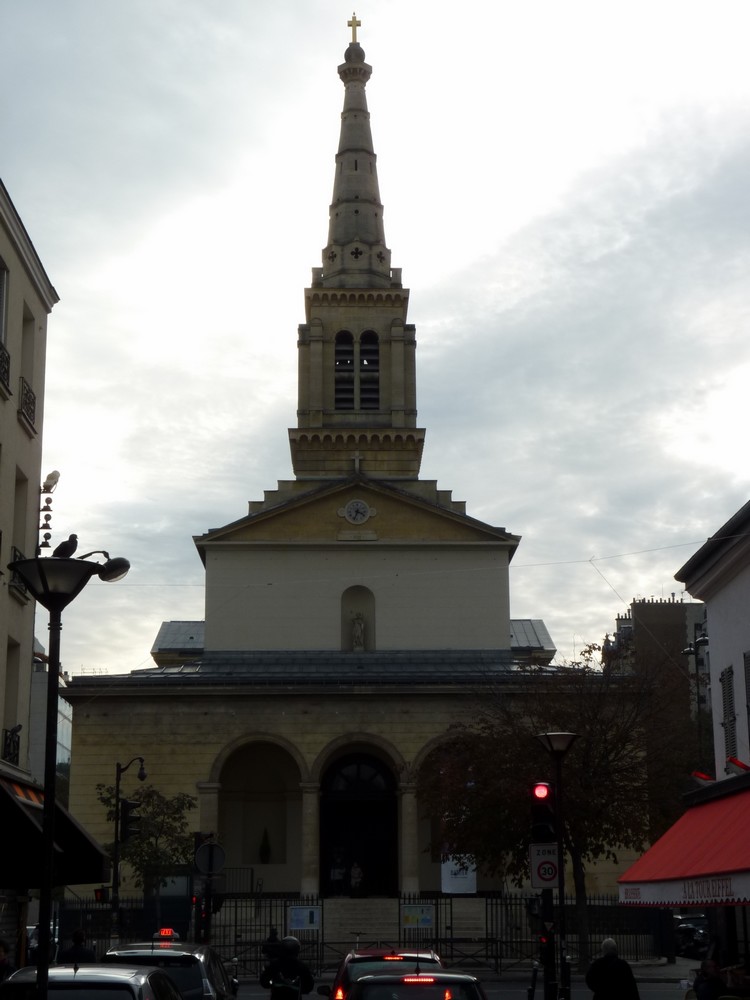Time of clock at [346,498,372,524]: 3:33
